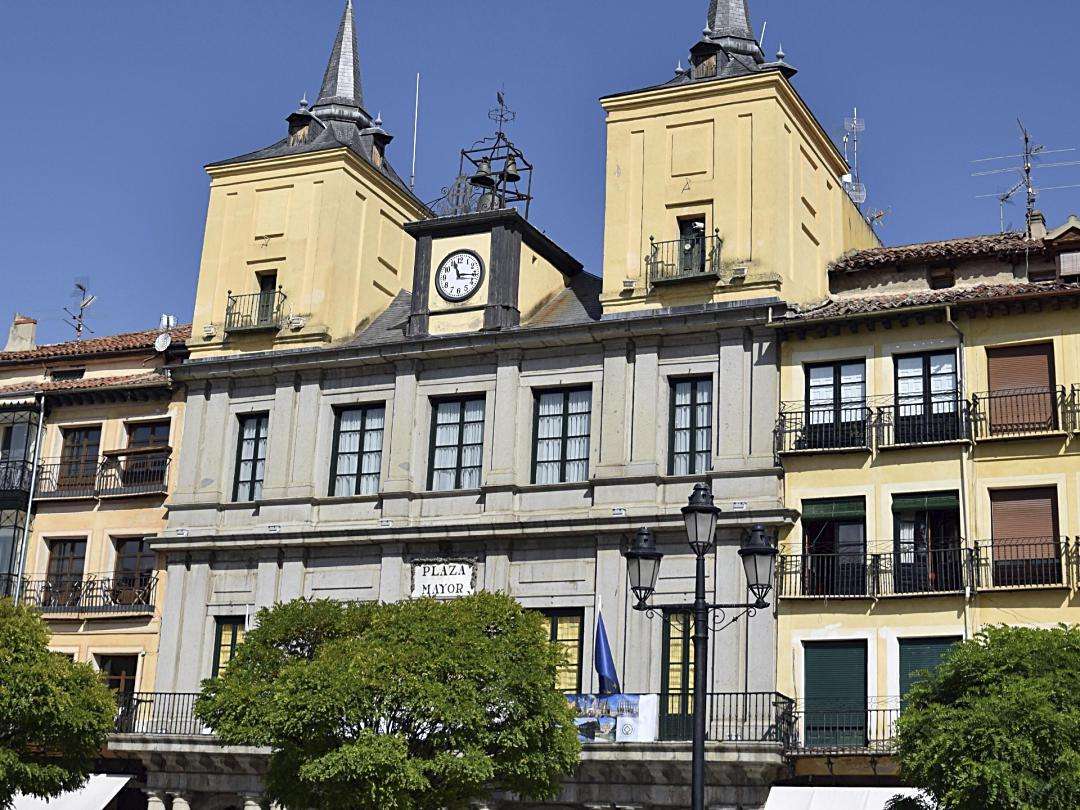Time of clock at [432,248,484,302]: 11:15
